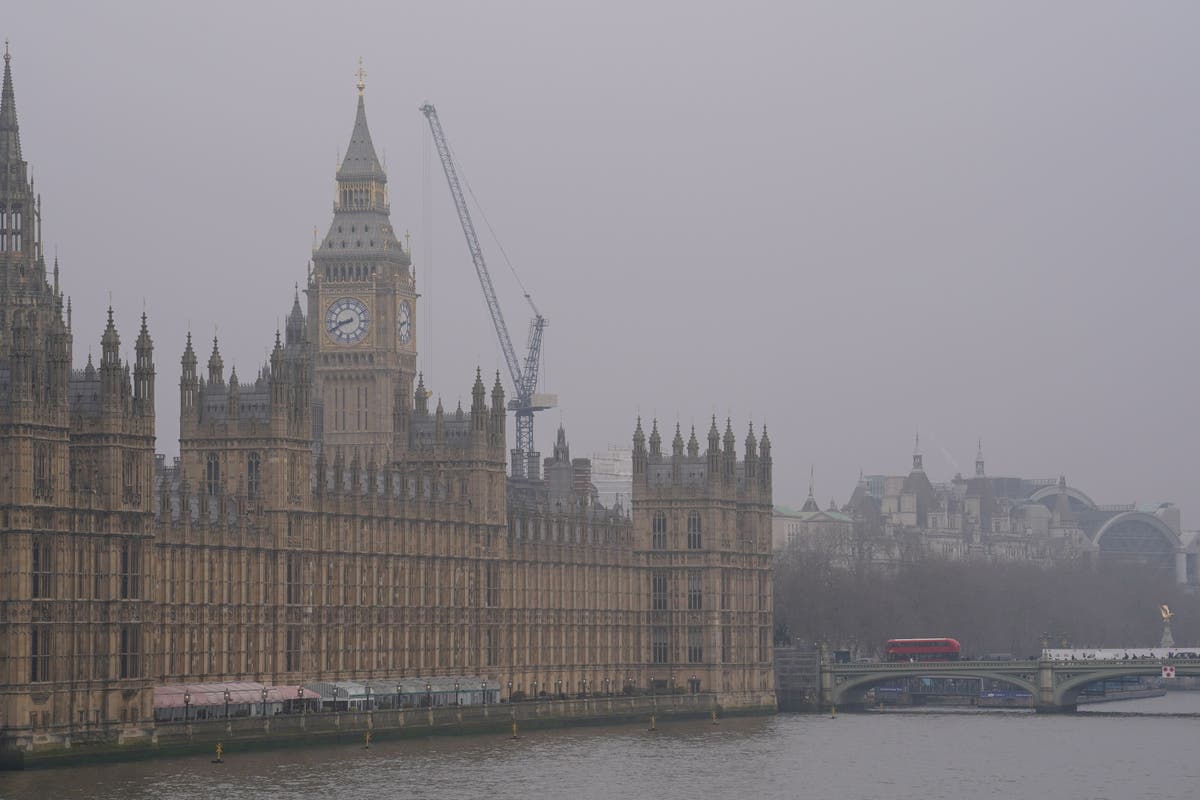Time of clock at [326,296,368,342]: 8:40
